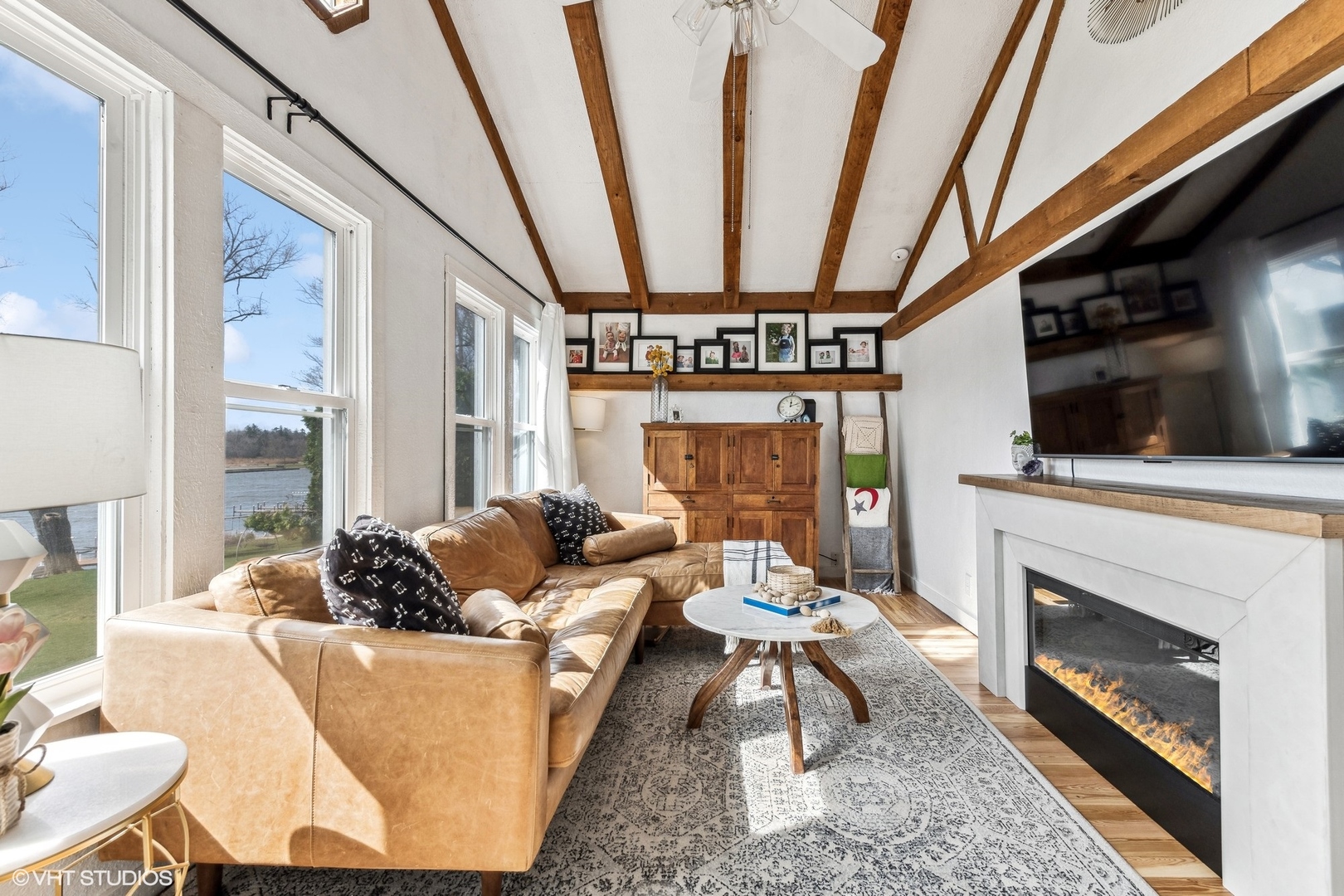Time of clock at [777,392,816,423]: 12:11
